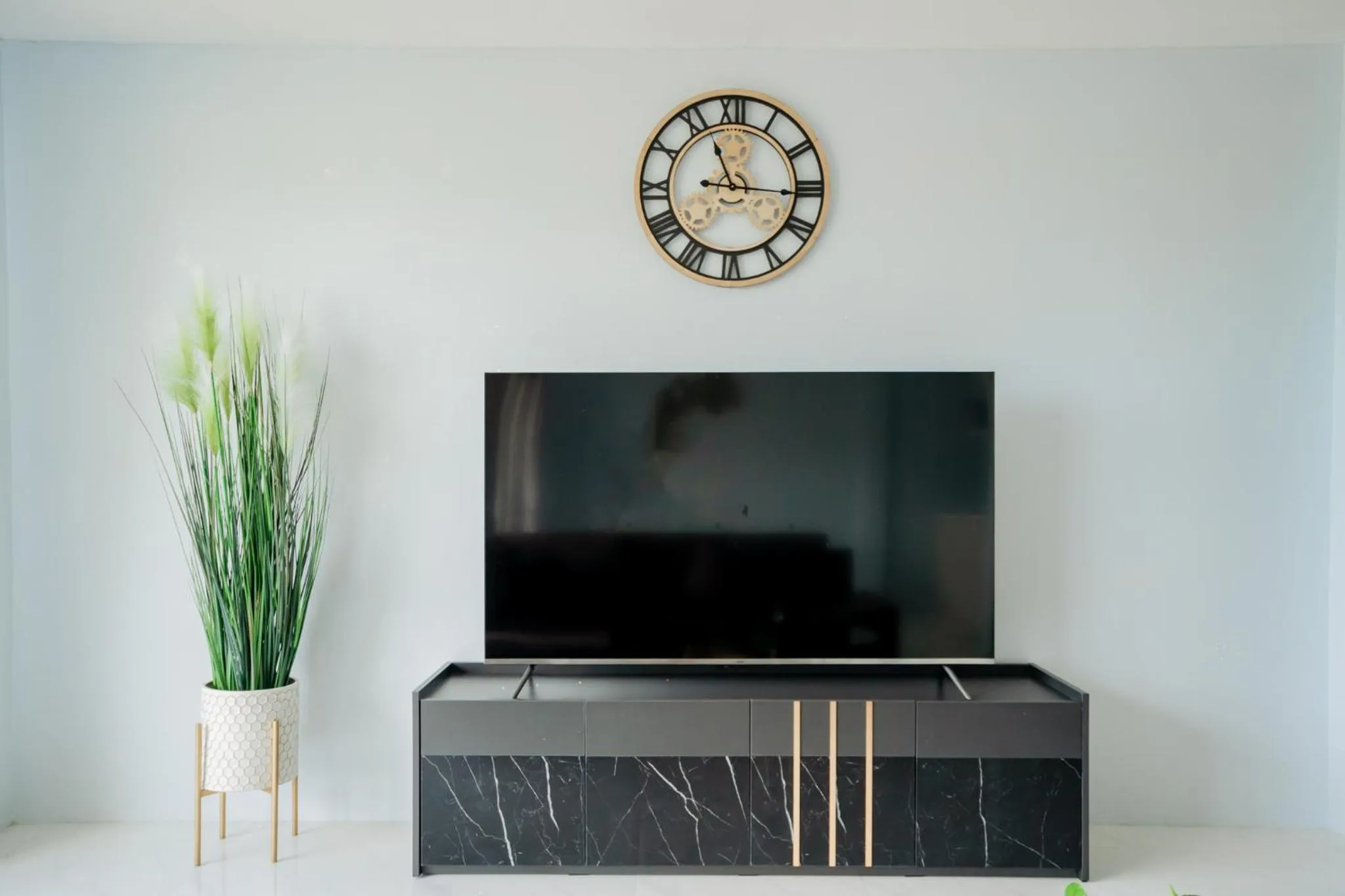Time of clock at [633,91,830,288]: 11:15
